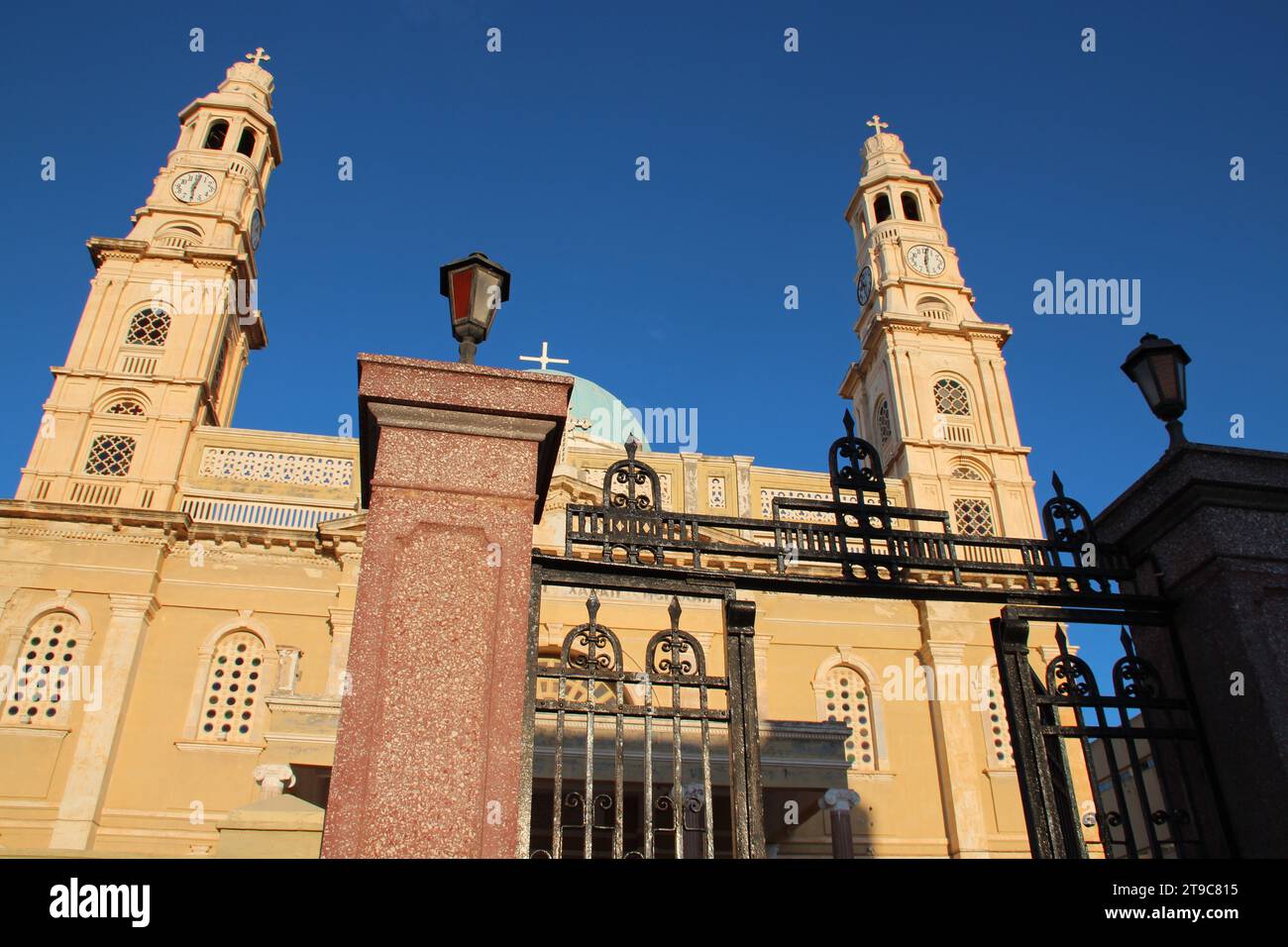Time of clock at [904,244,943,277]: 6:01
